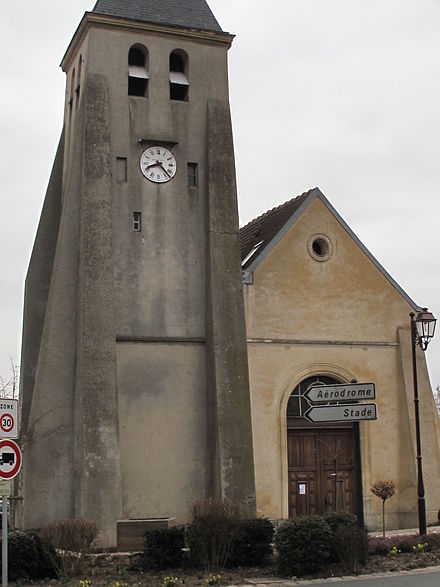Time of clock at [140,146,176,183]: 8:22
